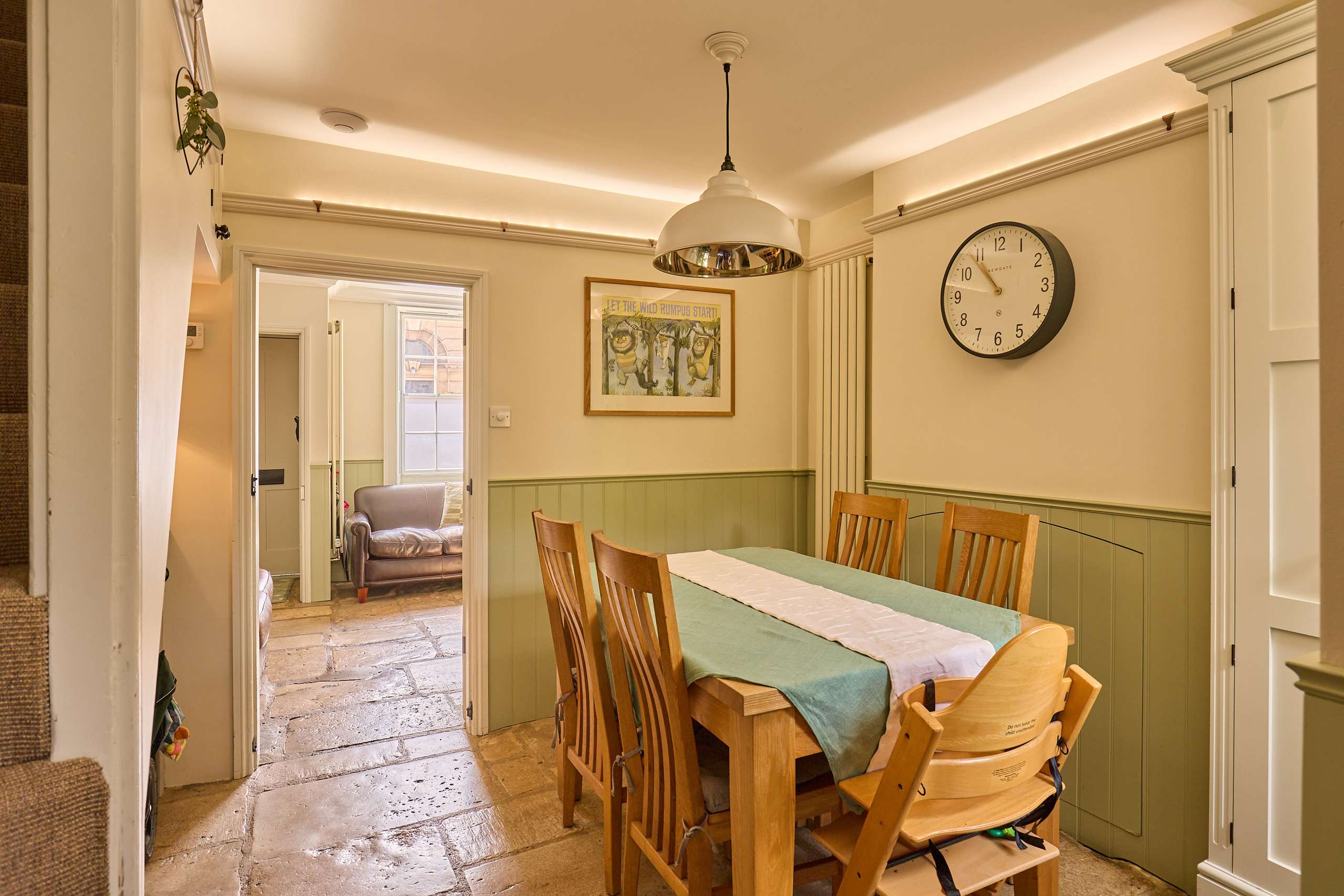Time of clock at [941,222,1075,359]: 10:53
